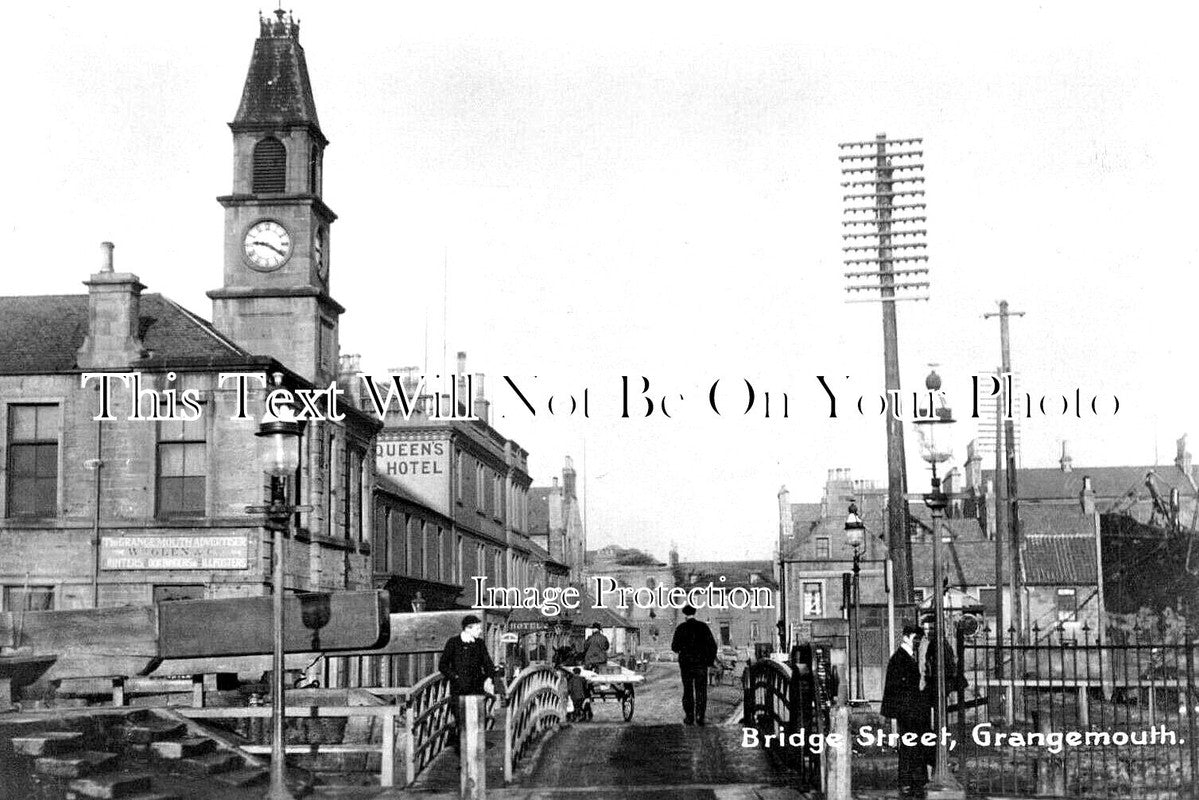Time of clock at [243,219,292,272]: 9:20
